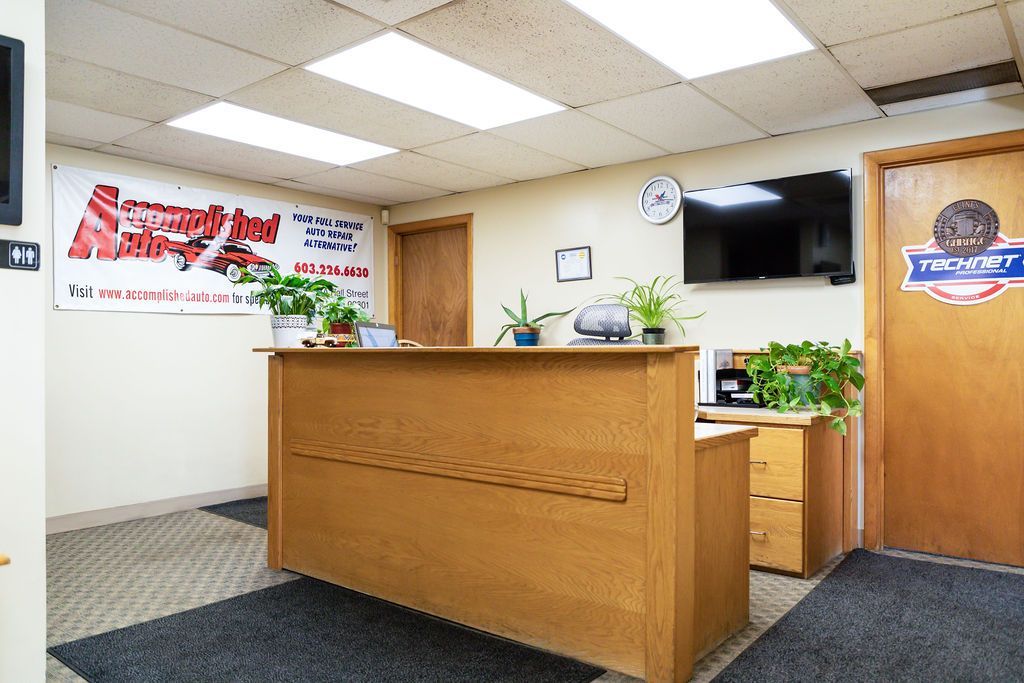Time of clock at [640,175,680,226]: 1:16
